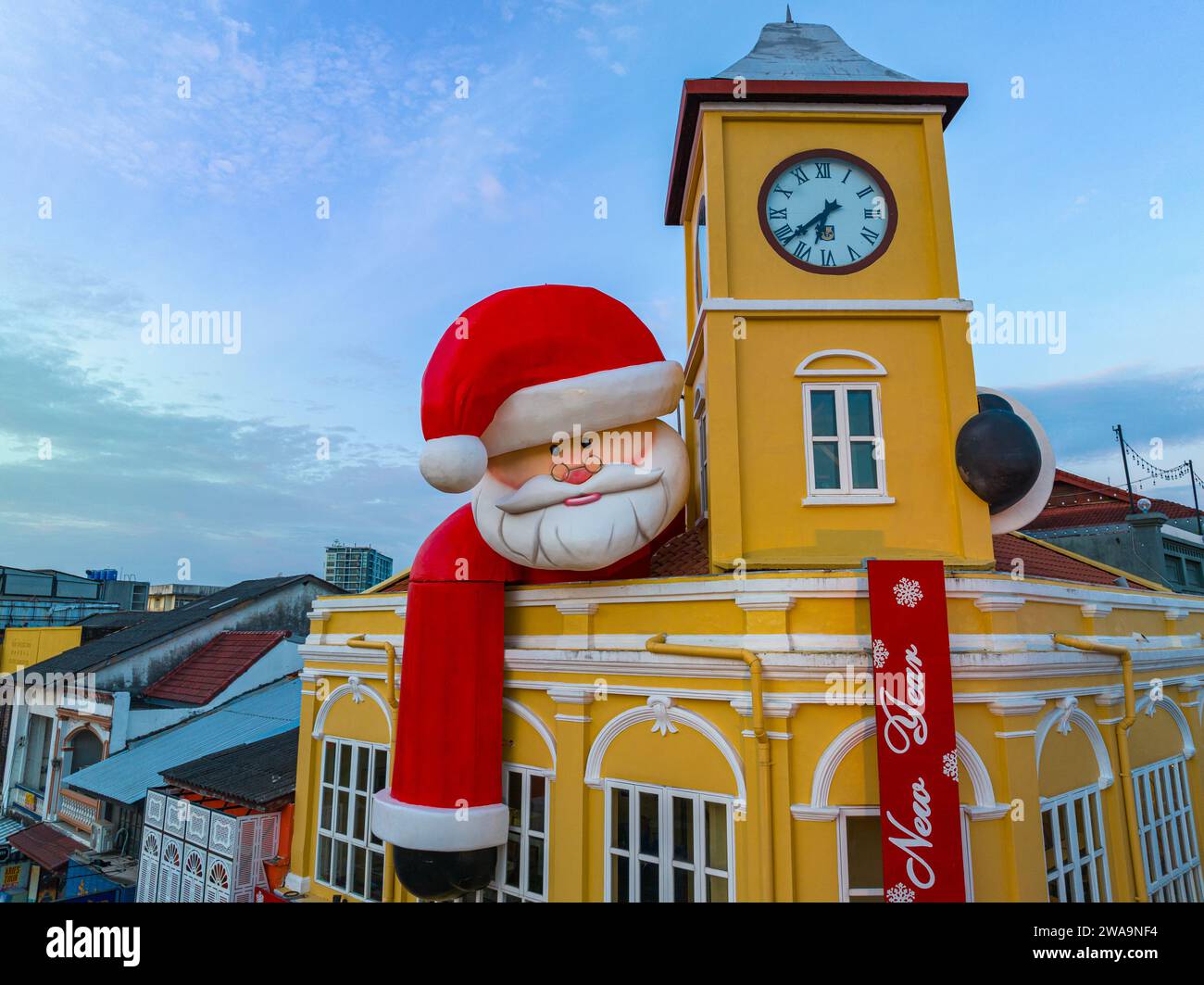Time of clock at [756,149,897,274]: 6:38
